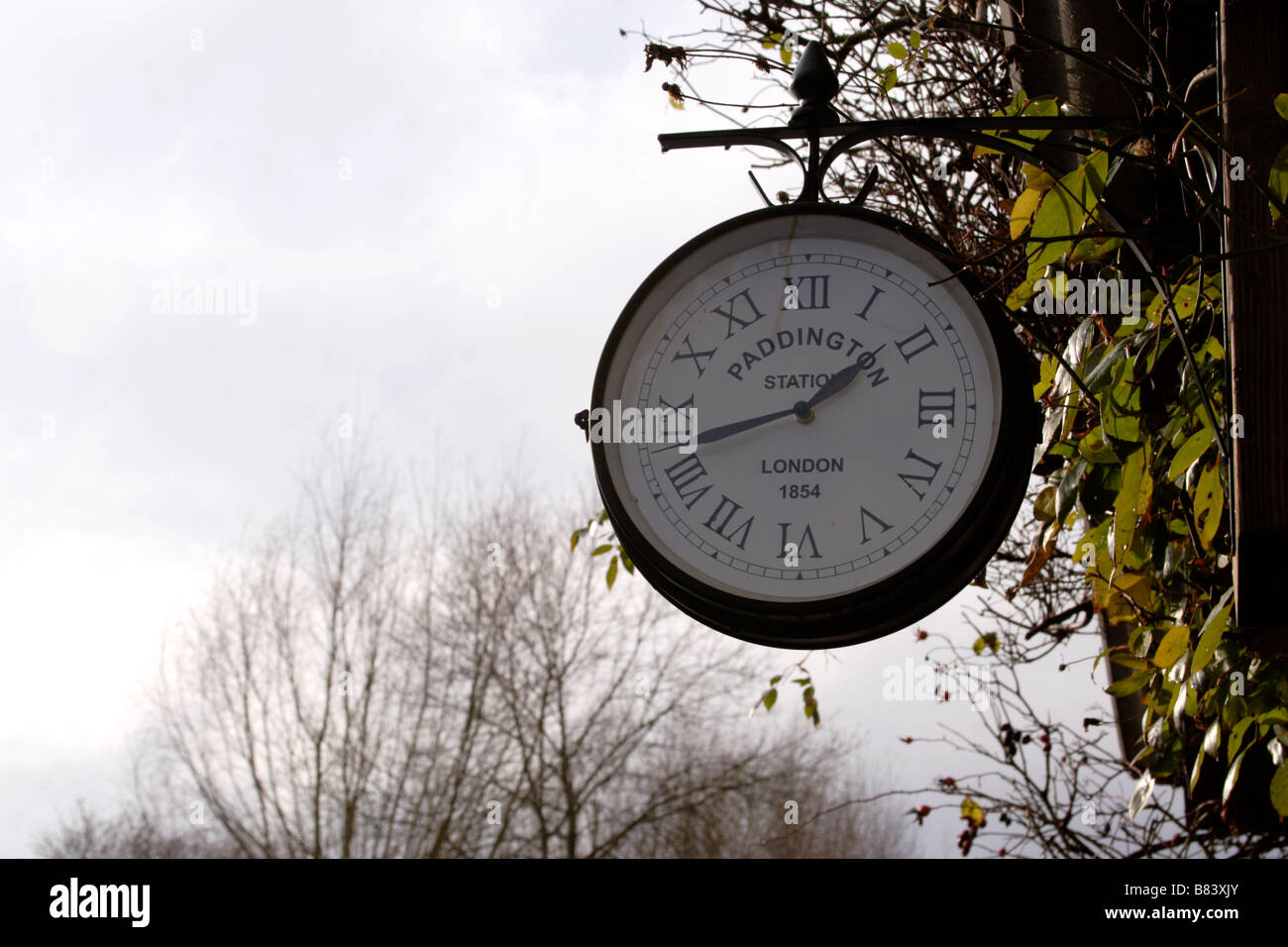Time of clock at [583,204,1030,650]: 1:42
